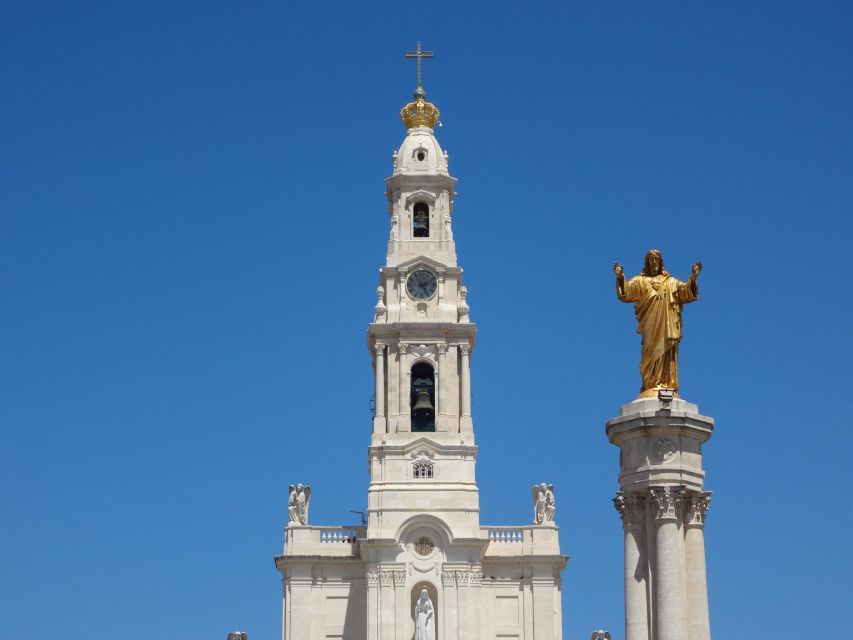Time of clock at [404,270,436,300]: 2:24
